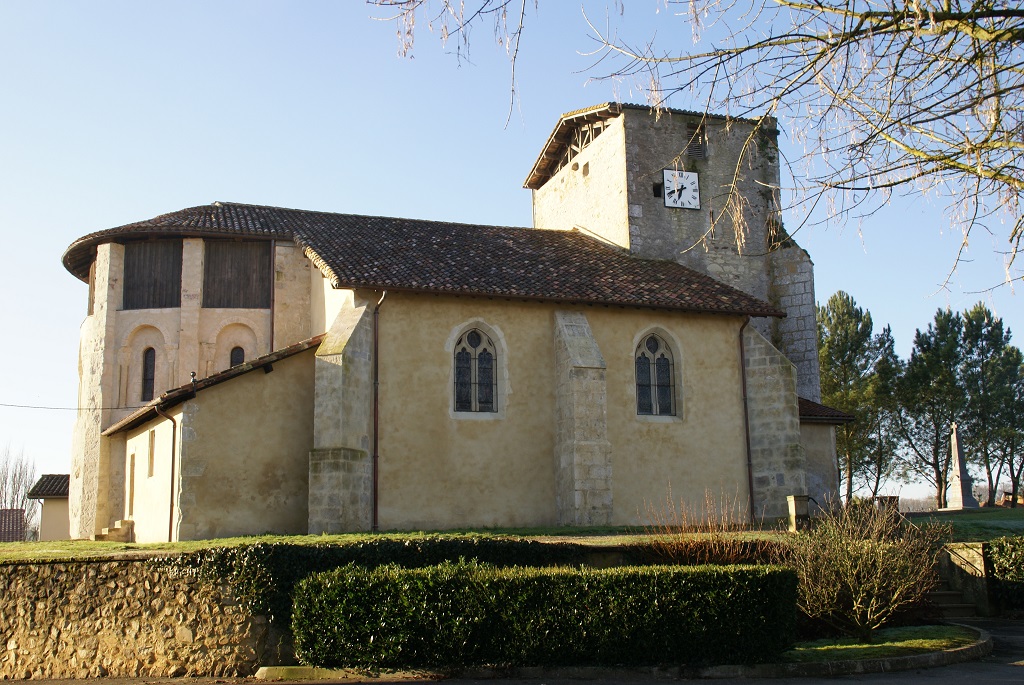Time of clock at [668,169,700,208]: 6:41
